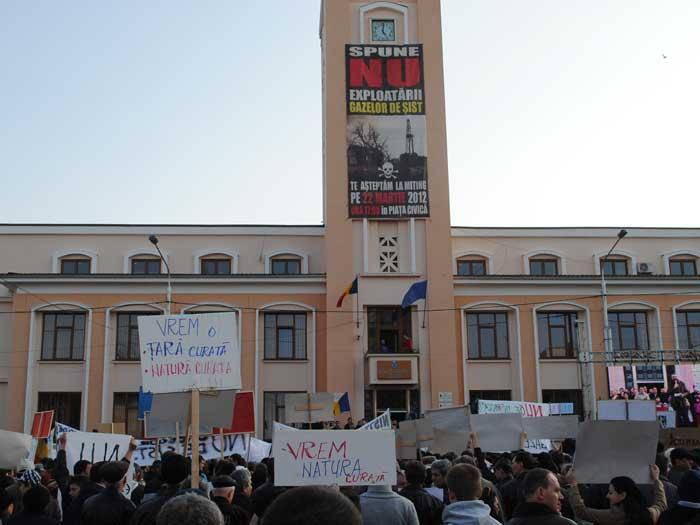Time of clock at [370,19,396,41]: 5:00
